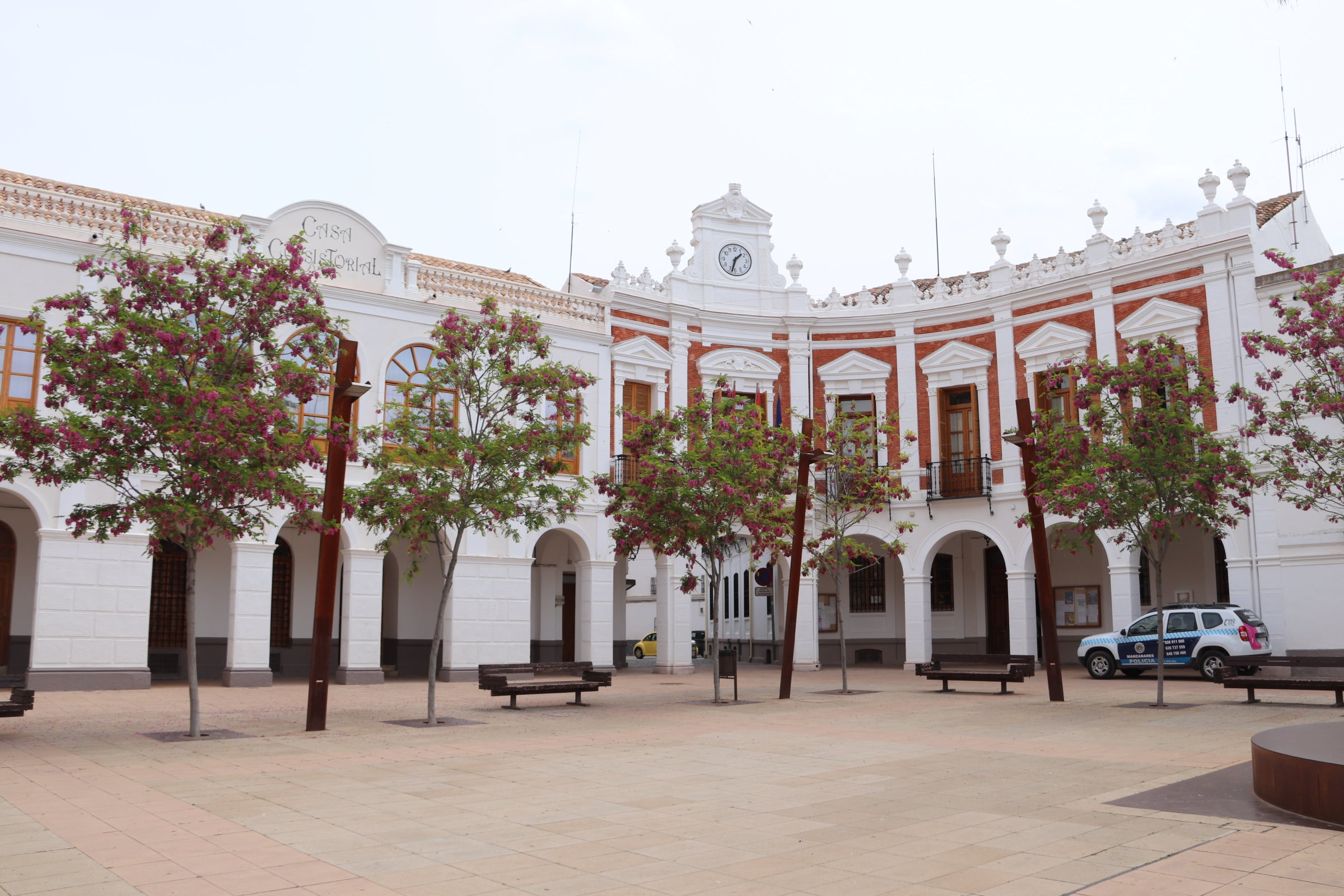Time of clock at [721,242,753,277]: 1:32
